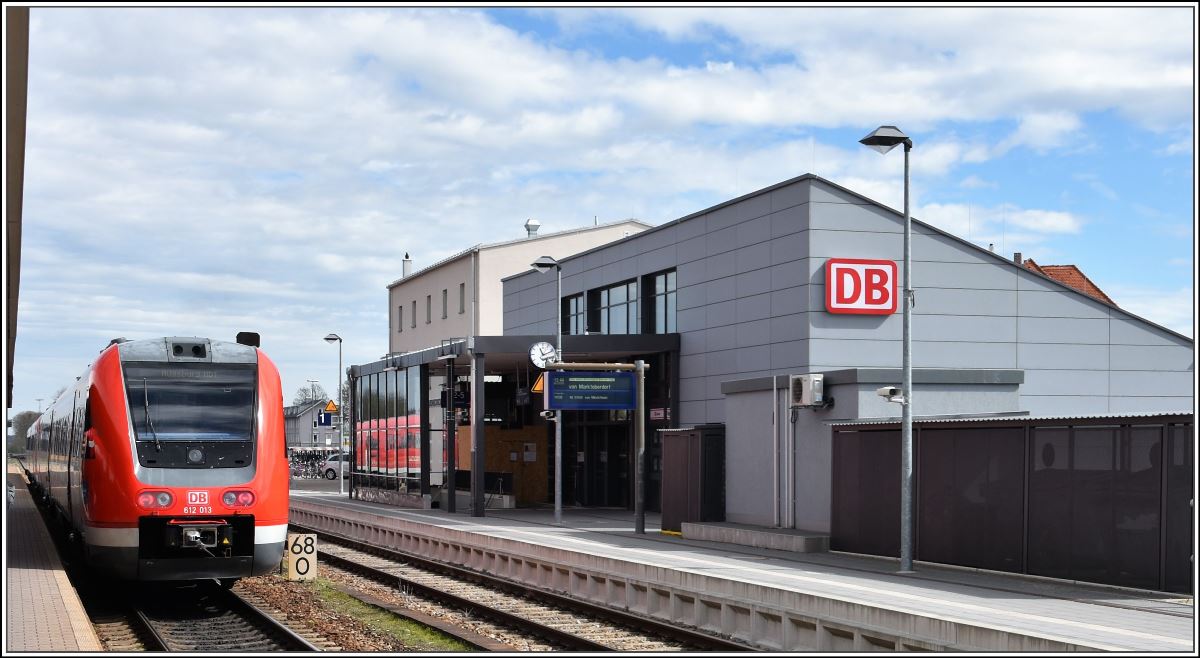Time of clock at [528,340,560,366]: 11:11
